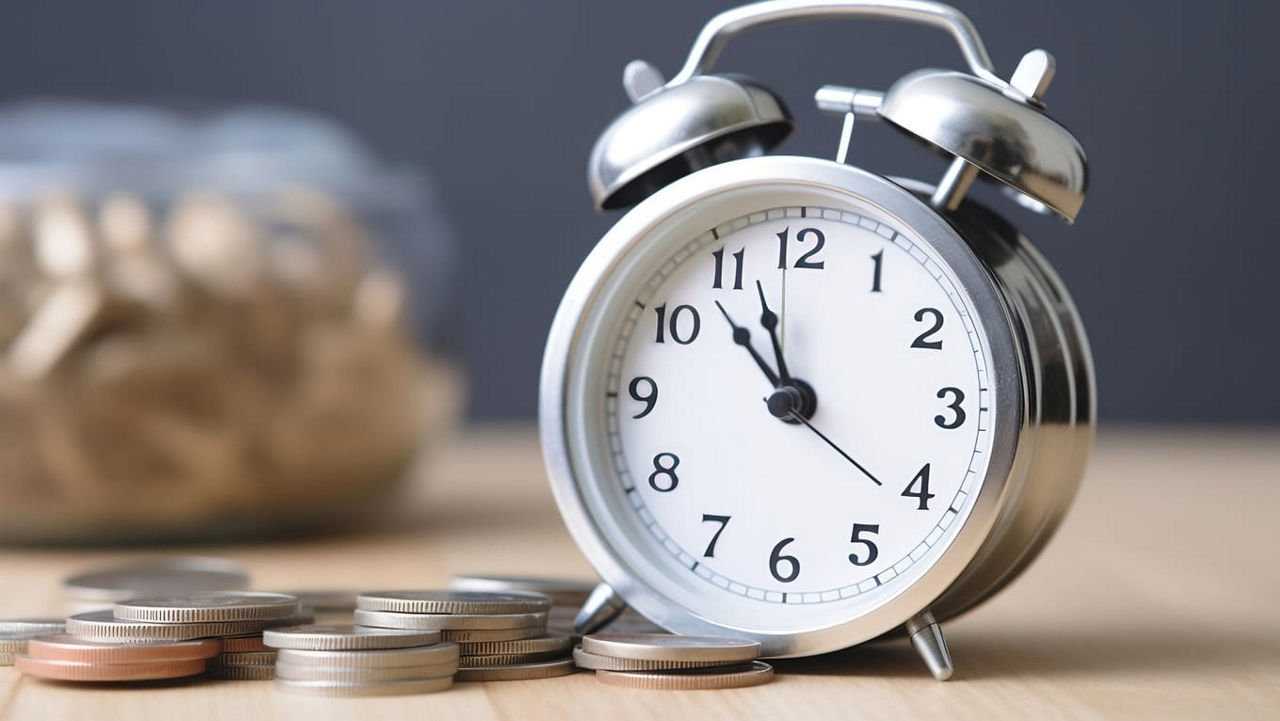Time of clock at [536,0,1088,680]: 10:57
